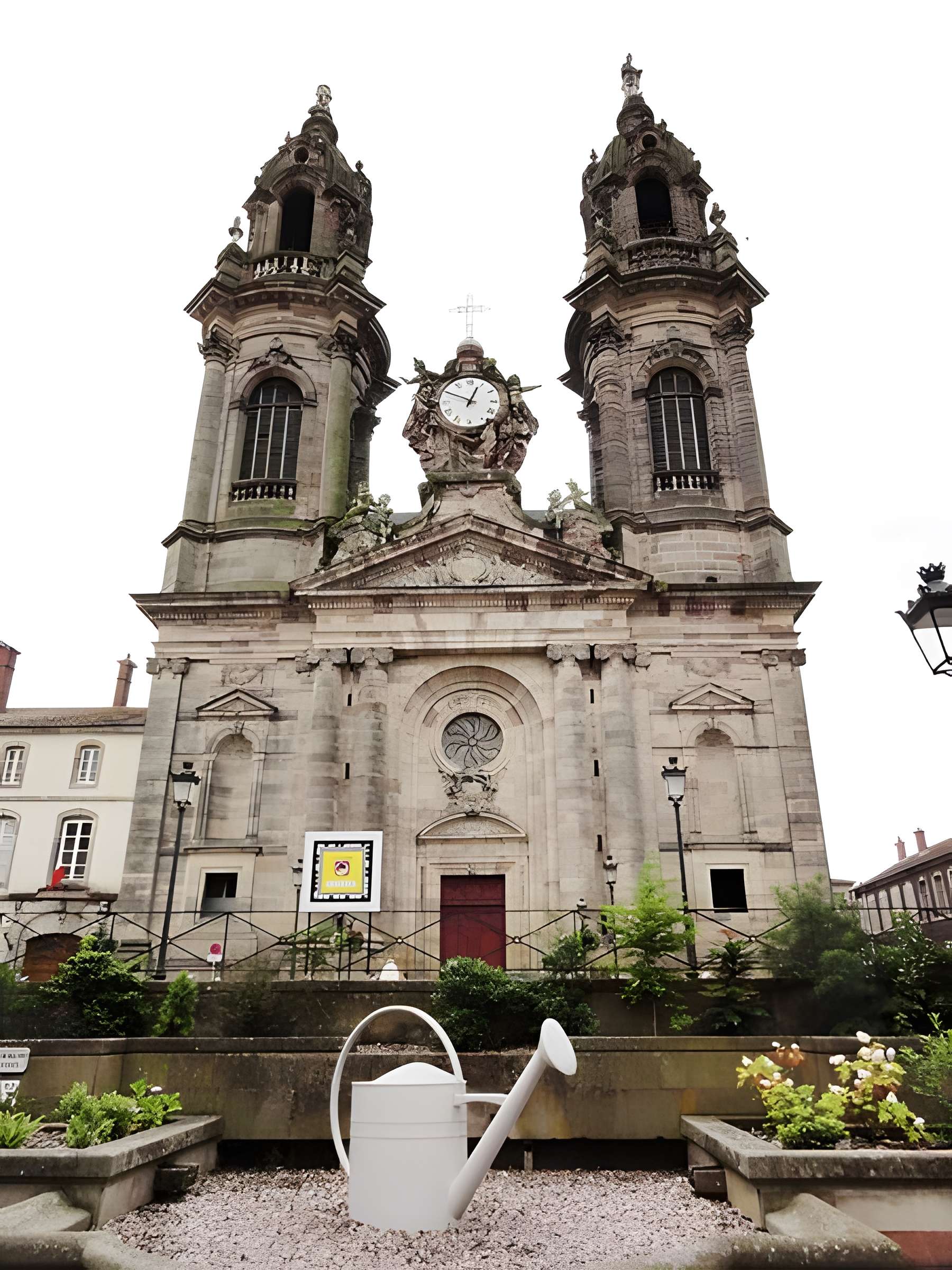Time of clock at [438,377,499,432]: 12:49
